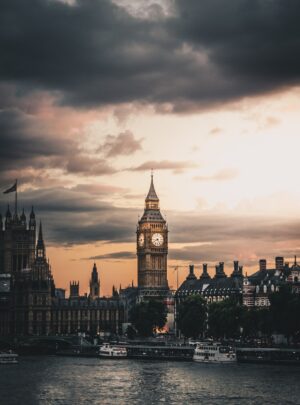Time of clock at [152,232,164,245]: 8:24
